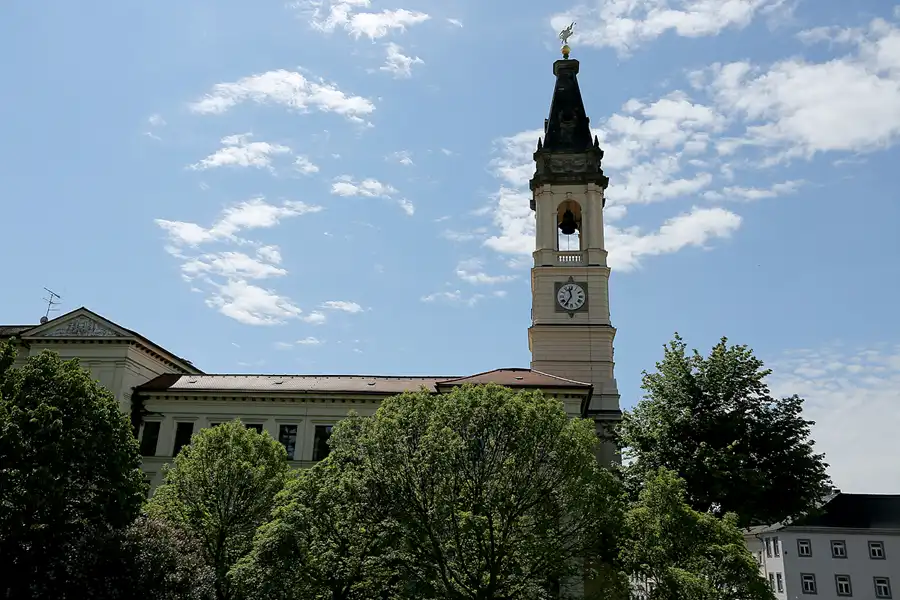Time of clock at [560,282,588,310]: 11:35
